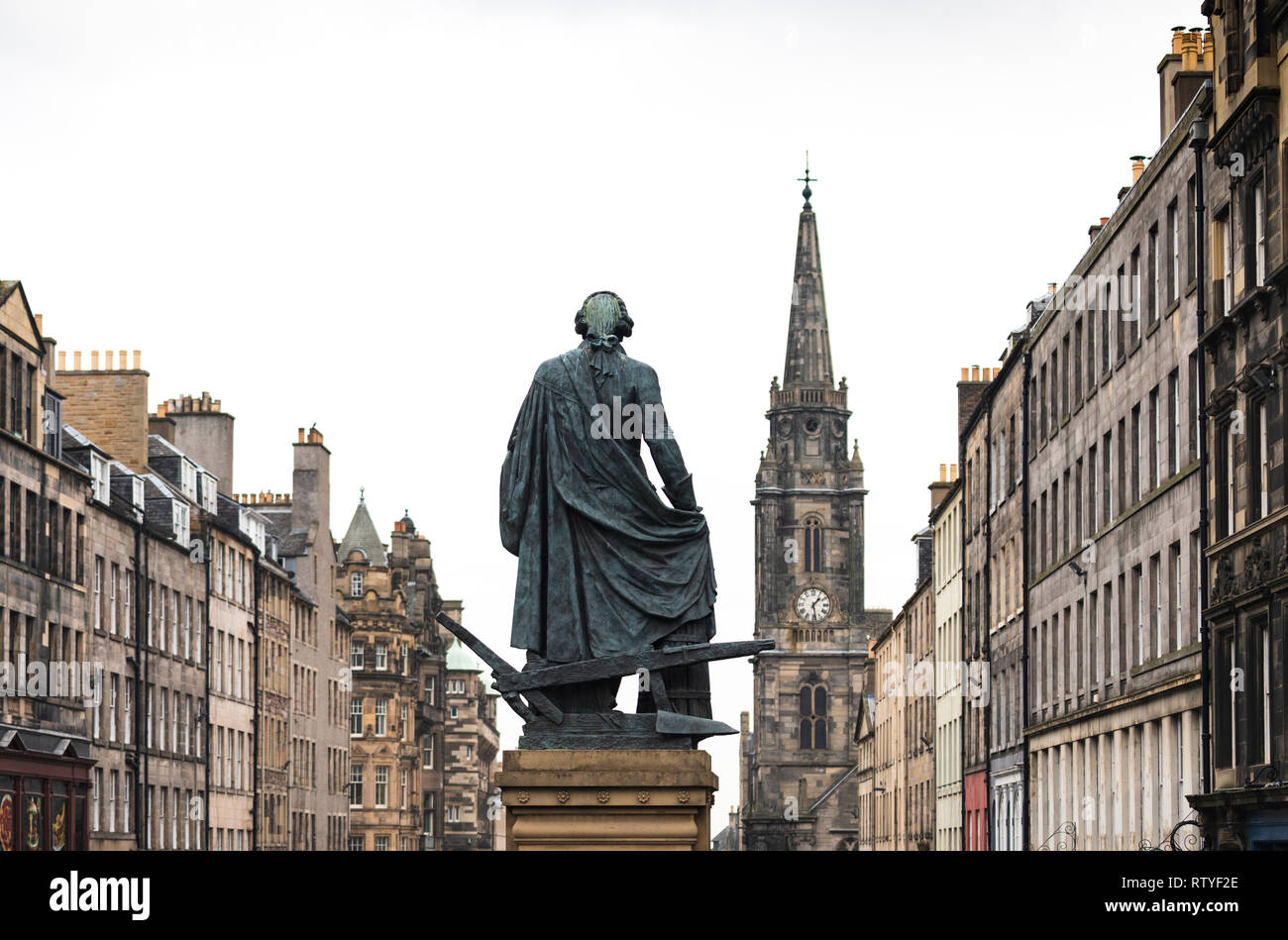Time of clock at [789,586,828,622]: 1:28
